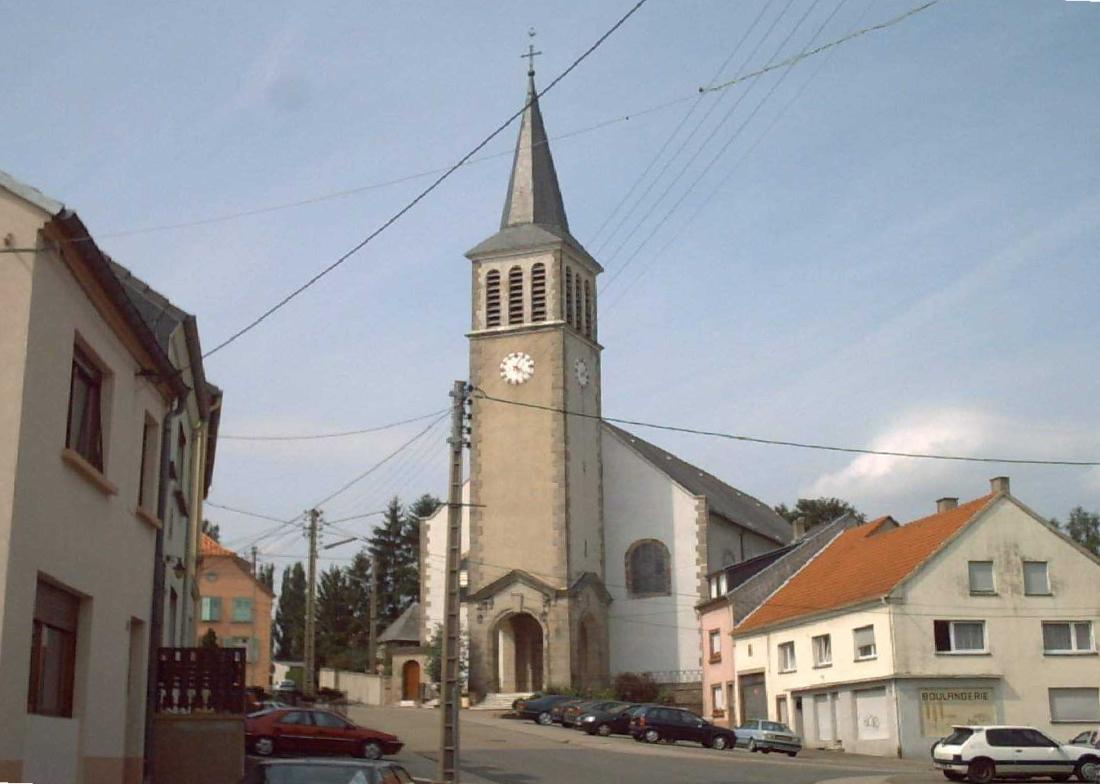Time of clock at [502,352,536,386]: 4:04
